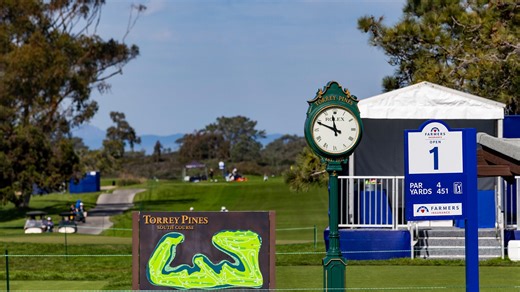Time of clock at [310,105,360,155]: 11:48
